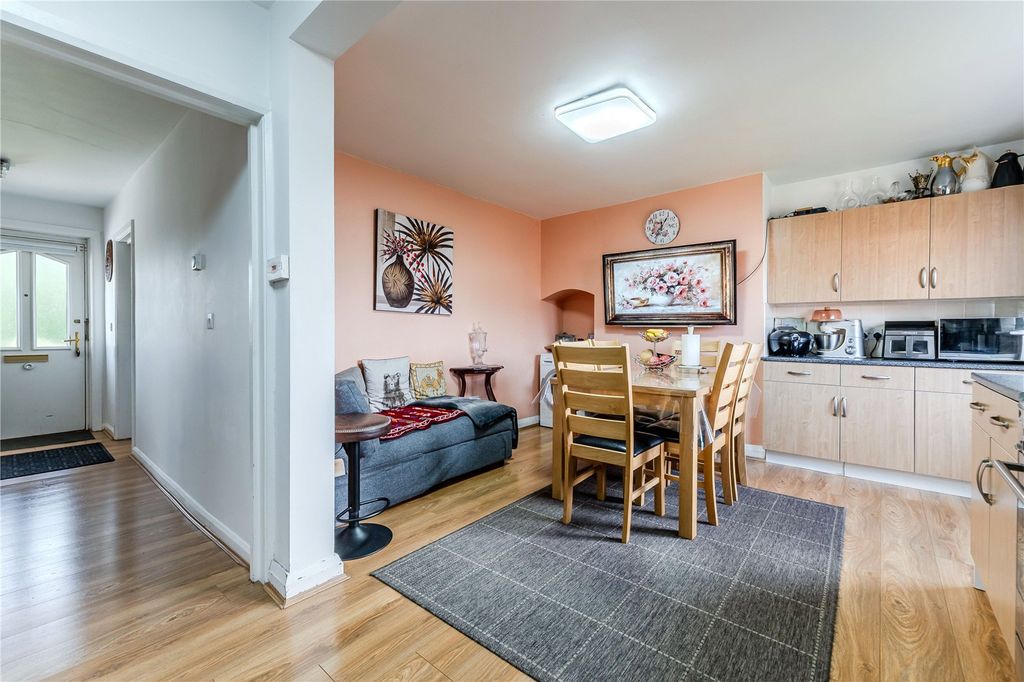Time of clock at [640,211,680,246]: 12:05
